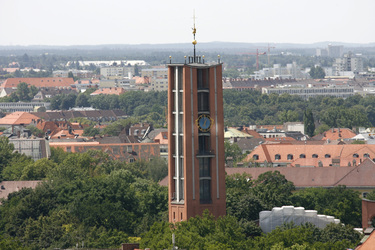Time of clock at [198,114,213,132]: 12:59
